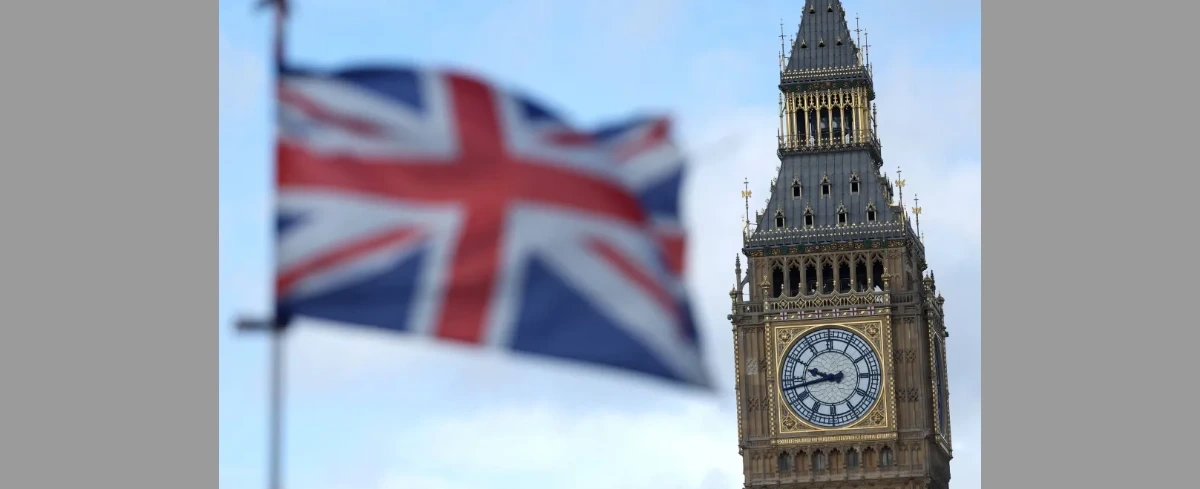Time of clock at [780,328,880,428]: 9:42
